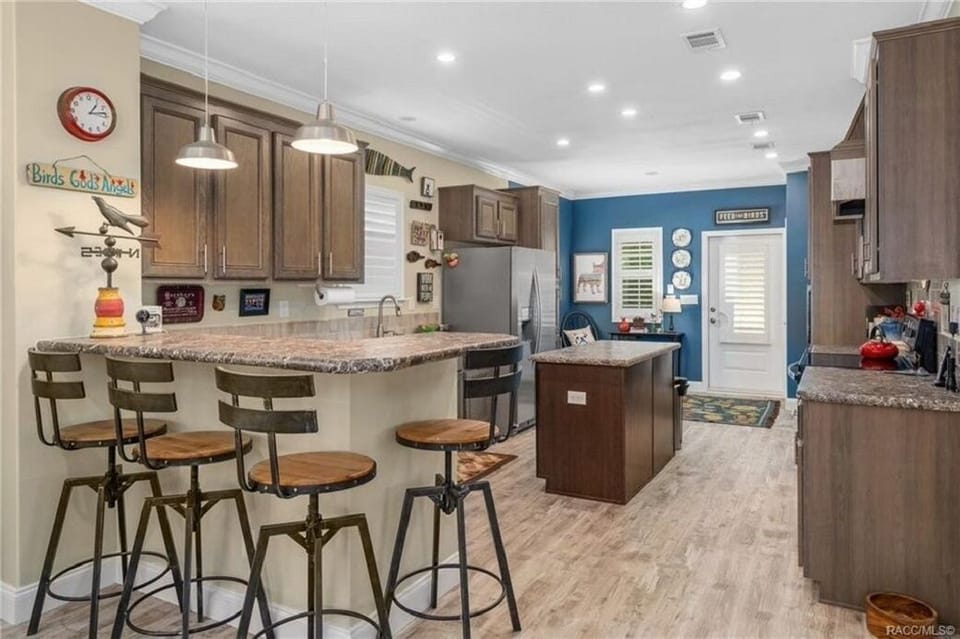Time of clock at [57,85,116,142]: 1:13
